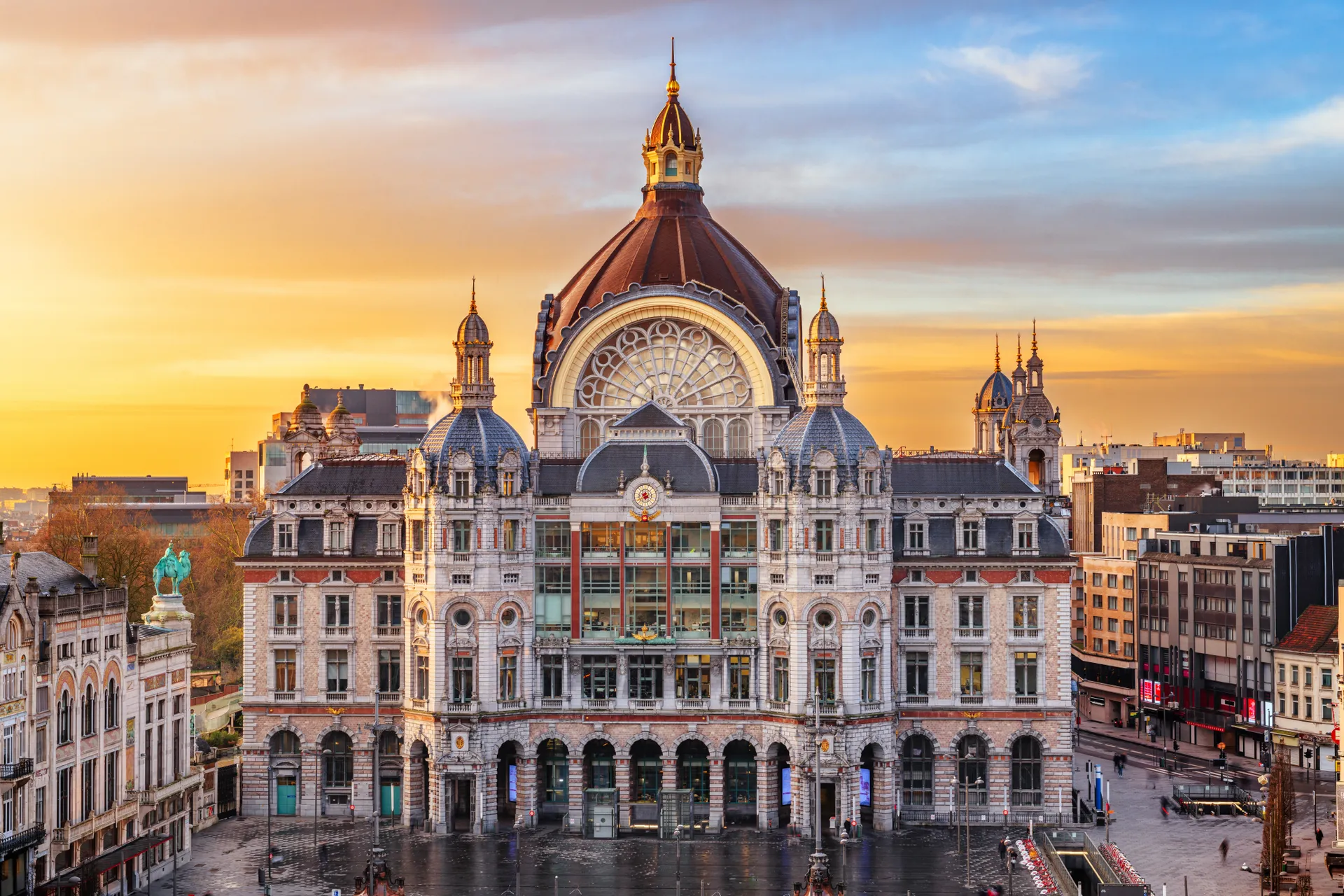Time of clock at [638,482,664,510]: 7:40
